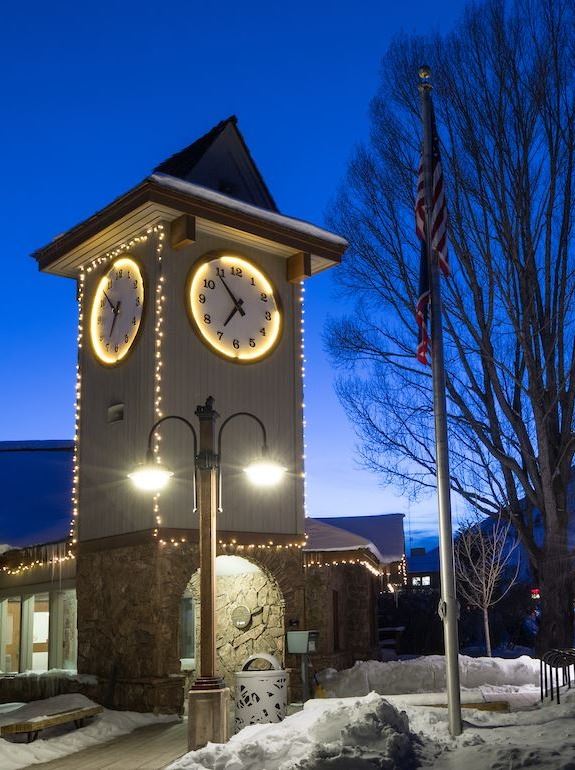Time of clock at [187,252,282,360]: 6:54
